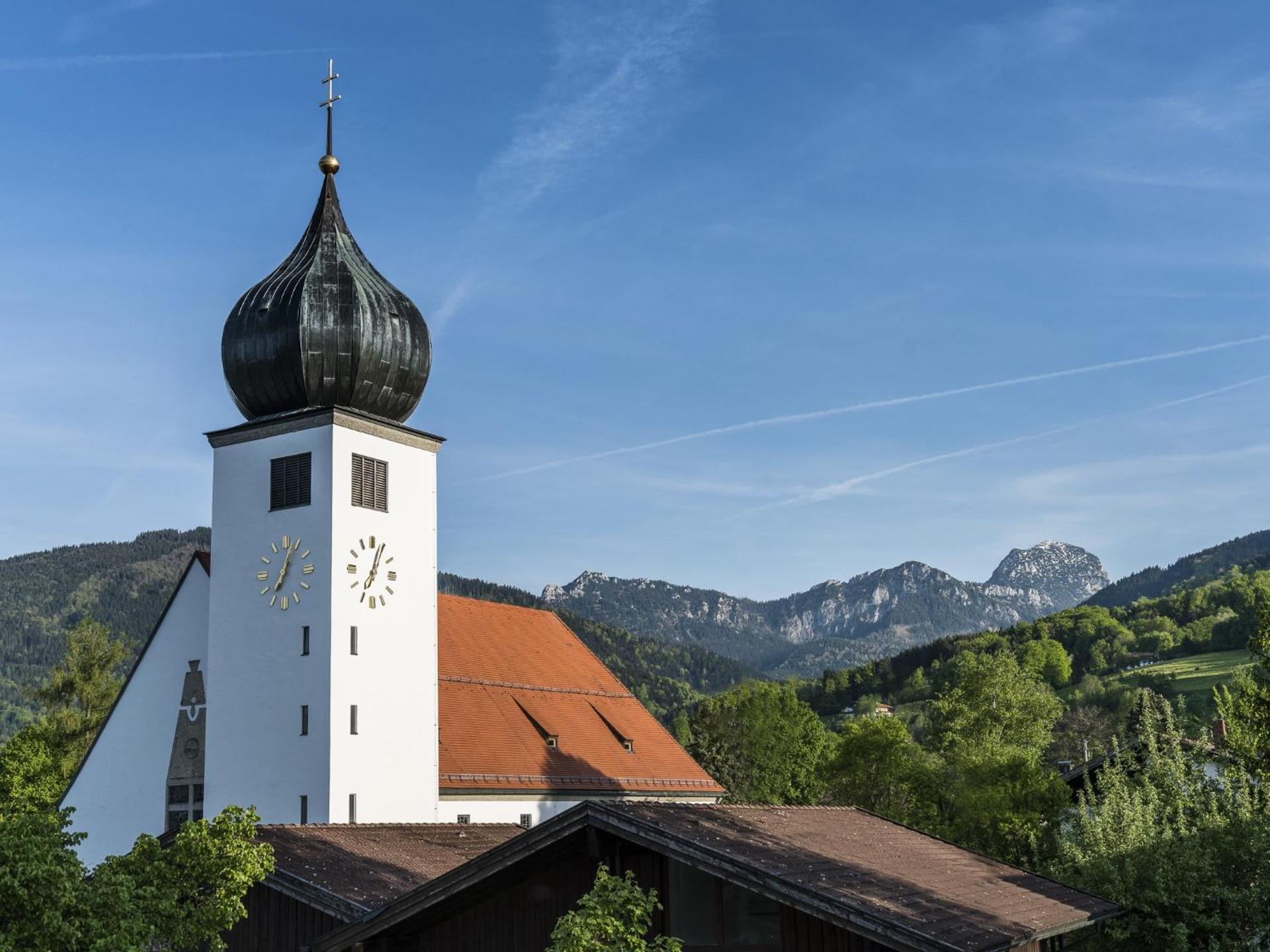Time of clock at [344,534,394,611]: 7:03
